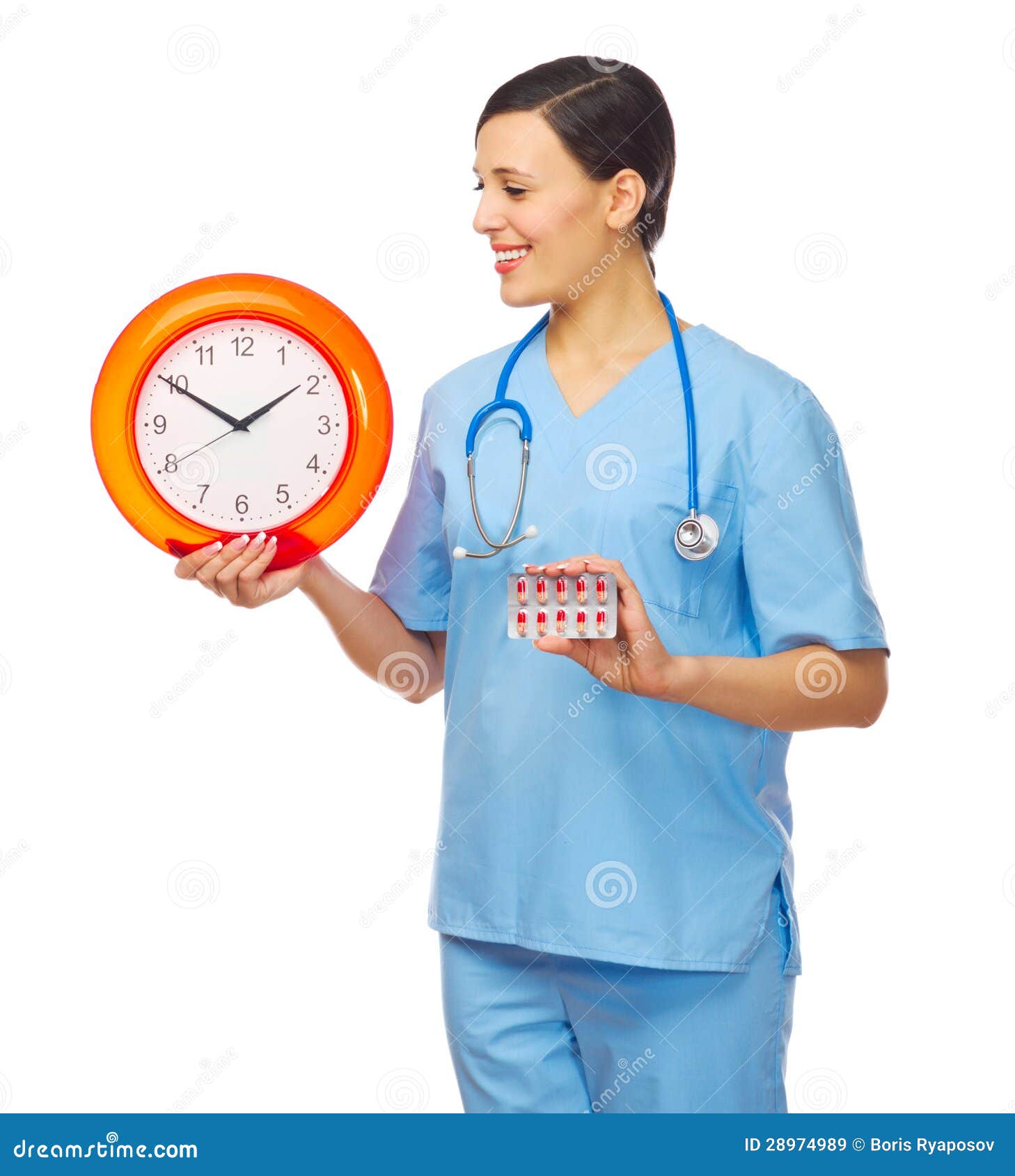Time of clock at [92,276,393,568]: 1:49
